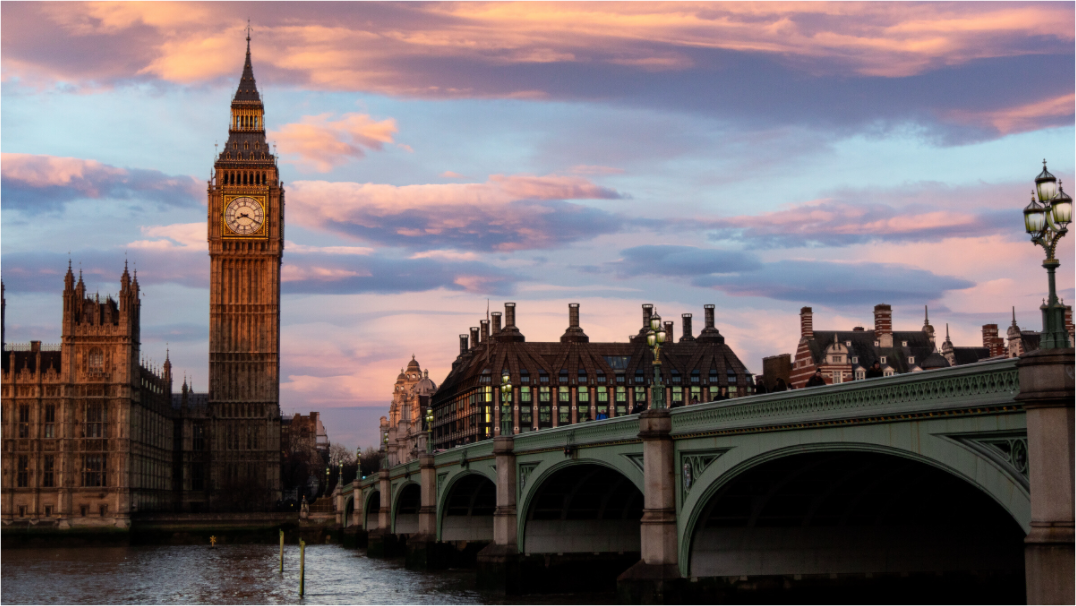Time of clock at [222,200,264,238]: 8:19
